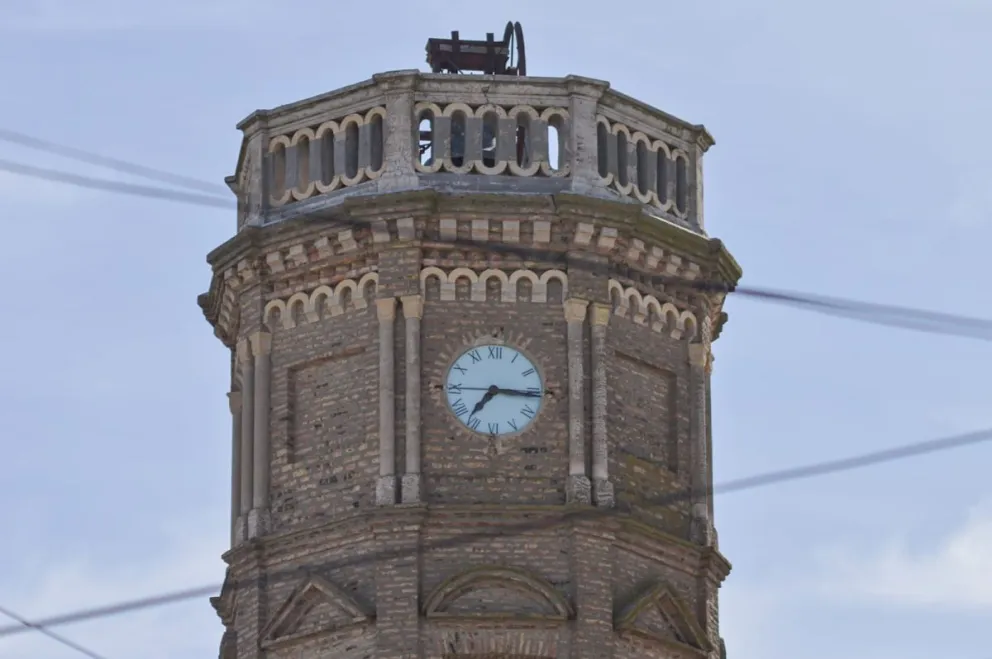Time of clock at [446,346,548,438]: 7:15
